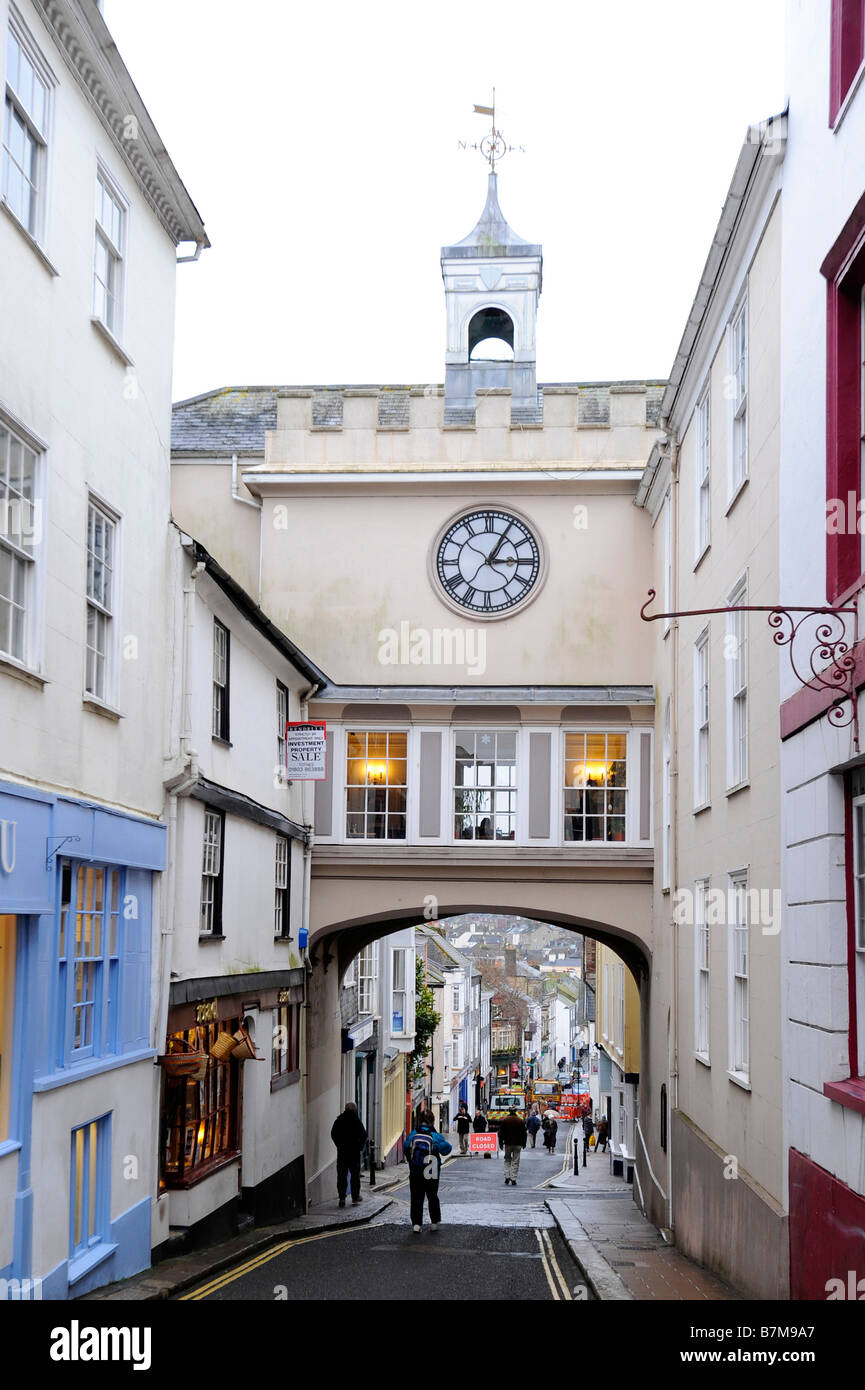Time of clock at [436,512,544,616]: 3:04
